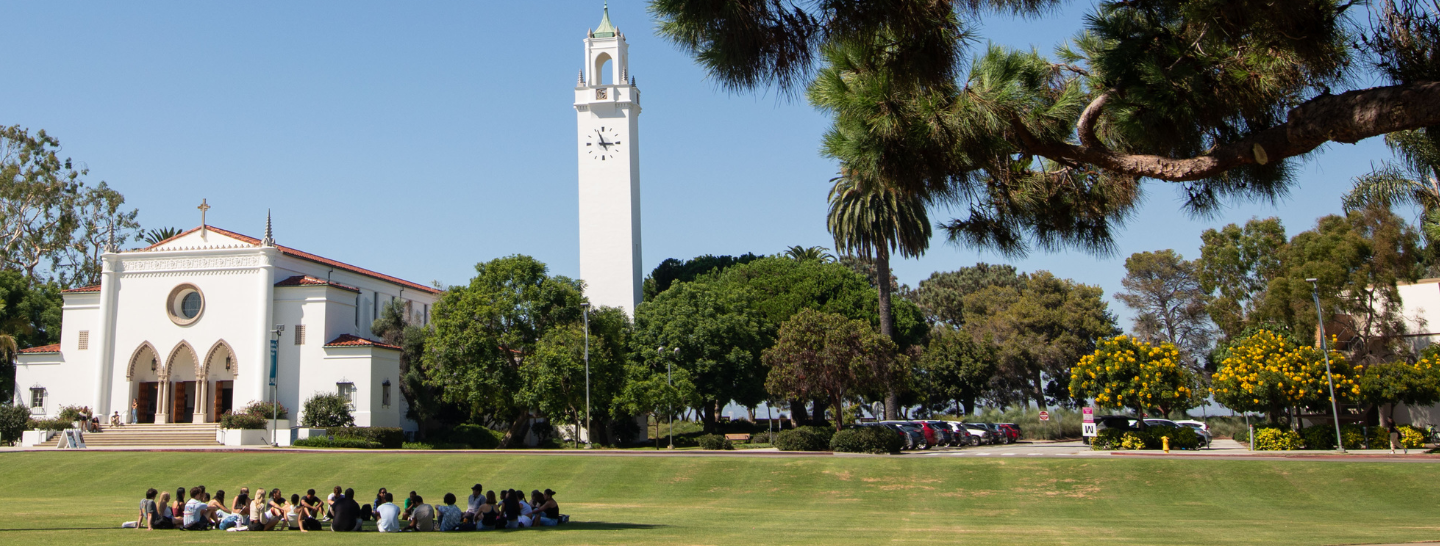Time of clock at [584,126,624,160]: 2:56
